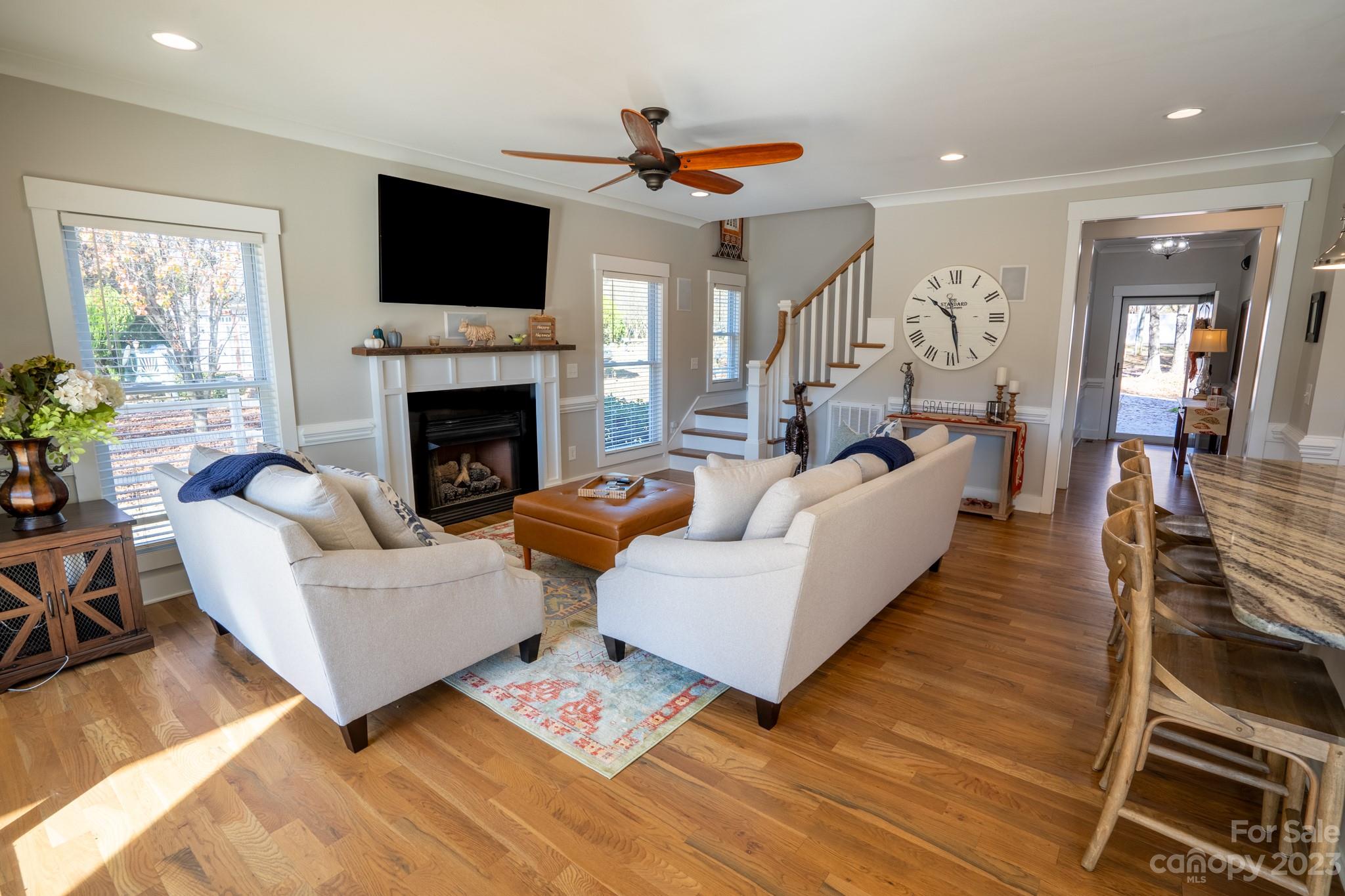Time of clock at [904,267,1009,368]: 10:28
